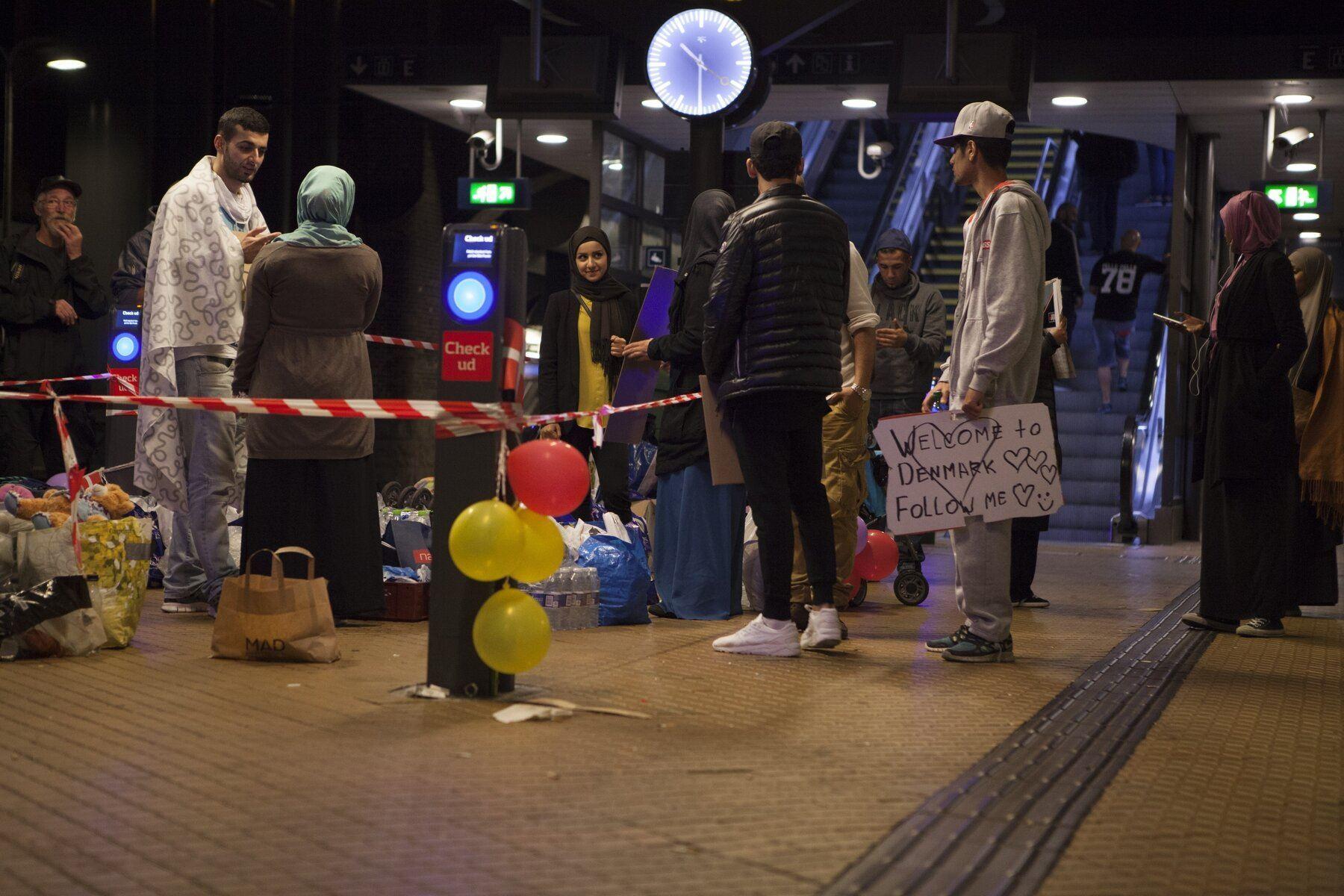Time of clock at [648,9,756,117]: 10:30
